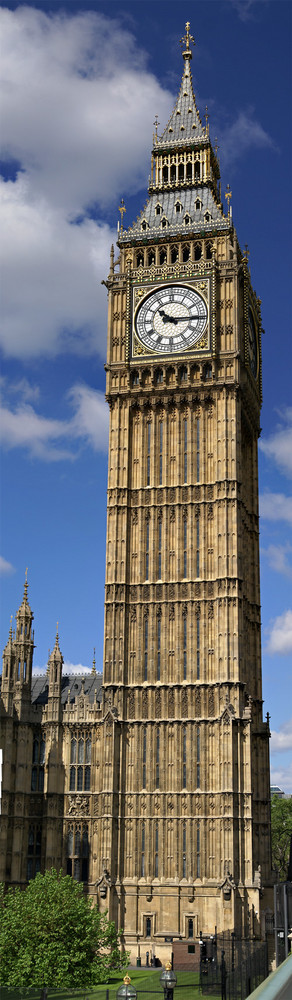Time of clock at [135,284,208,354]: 10:15
